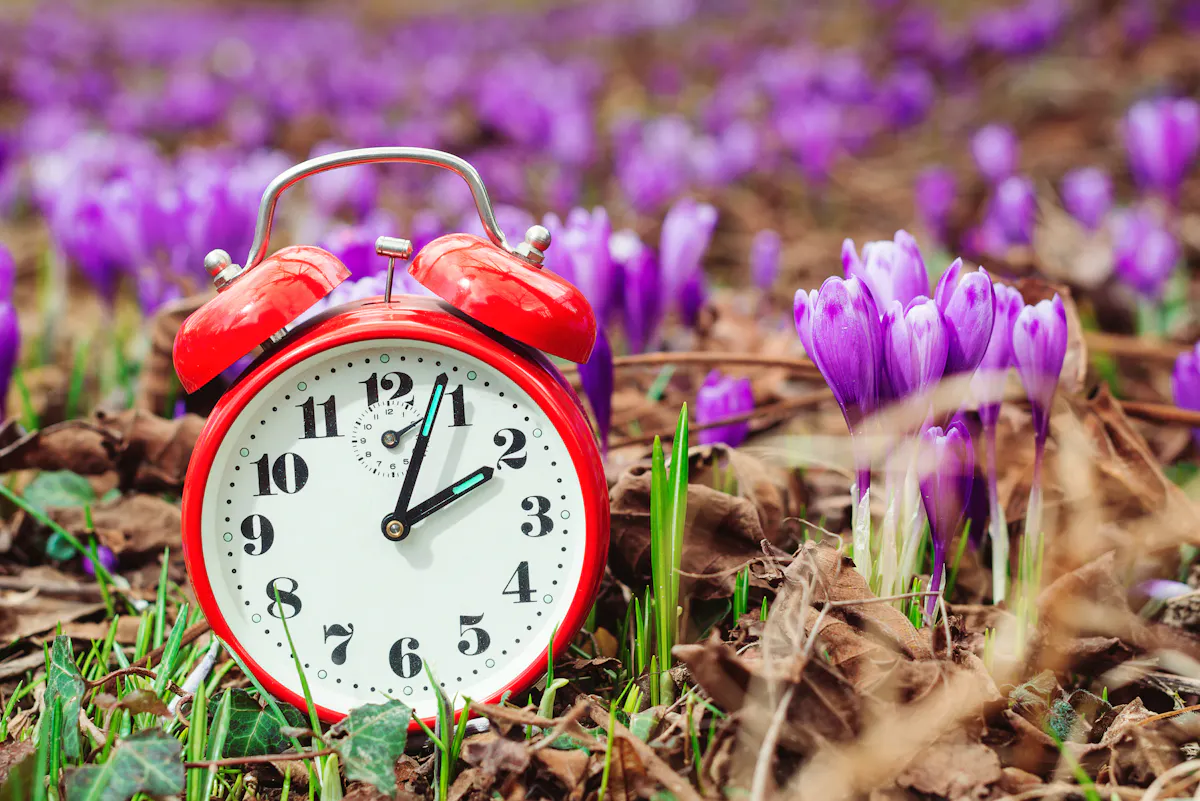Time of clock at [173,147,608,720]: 2:03
